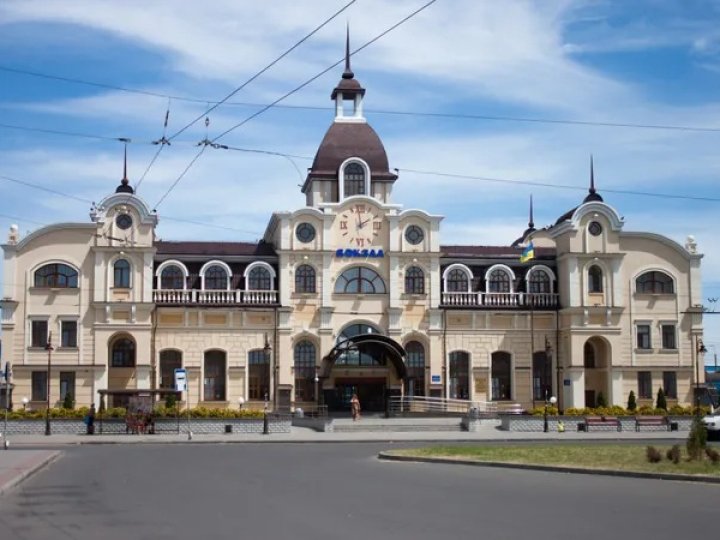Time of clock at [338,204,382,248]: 1:59
